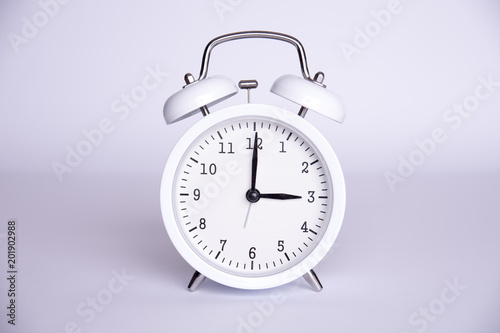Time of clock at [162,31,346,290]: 3:00
